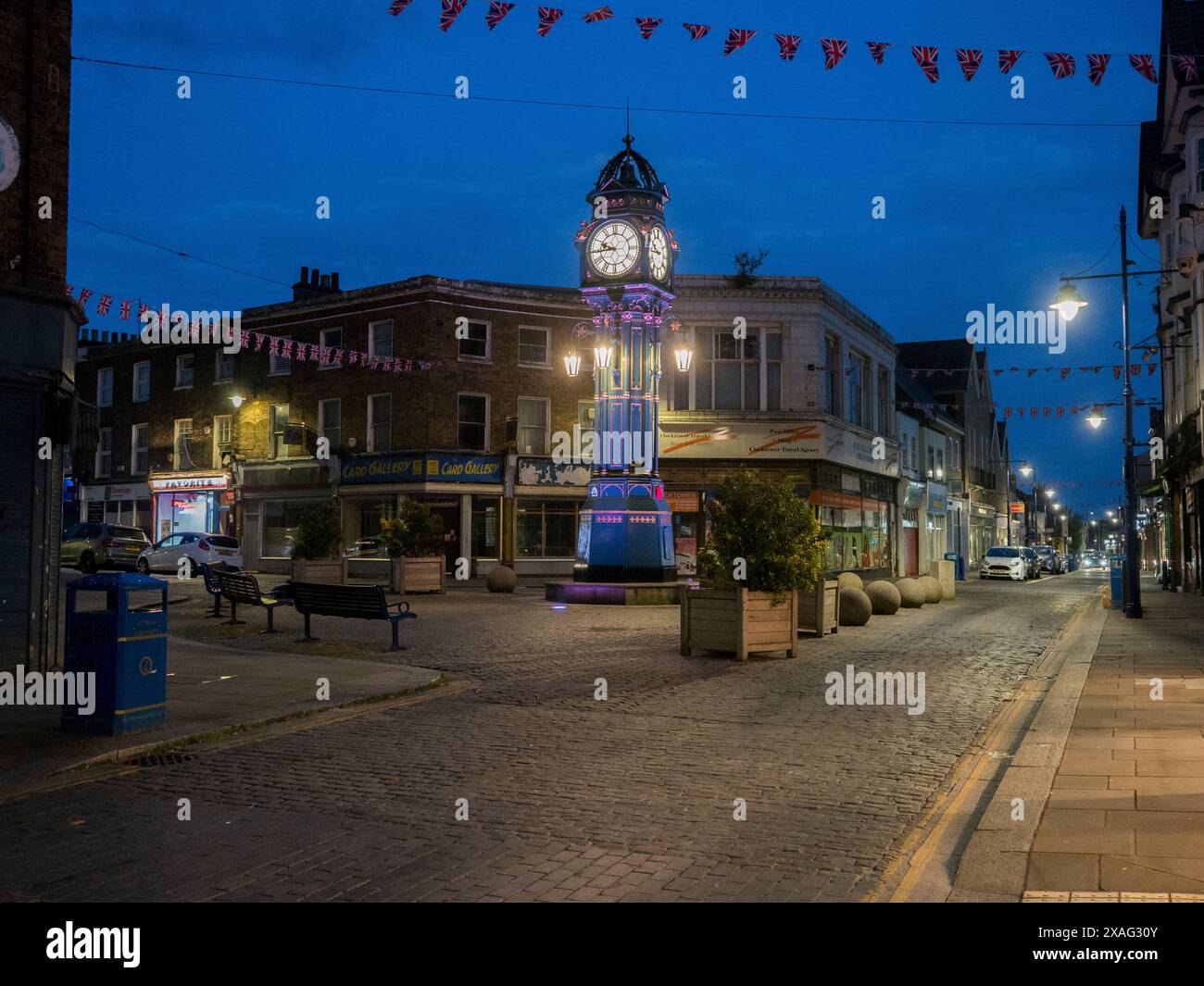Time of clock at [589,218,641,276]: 9:44
